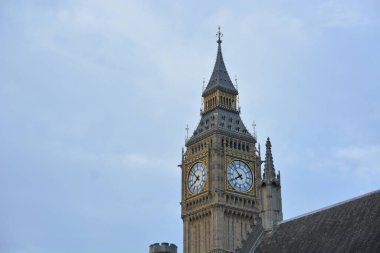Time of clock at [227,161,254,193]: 7:52
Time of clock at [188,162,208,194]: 7:52
